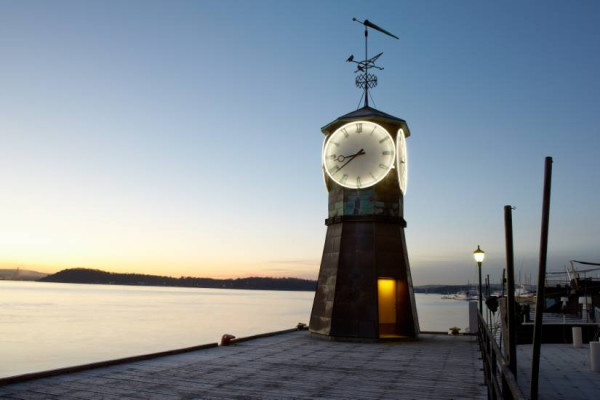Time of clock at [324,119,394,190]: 8:38
